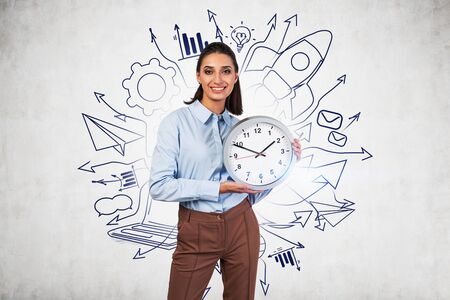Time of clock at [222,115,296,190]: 1:49
